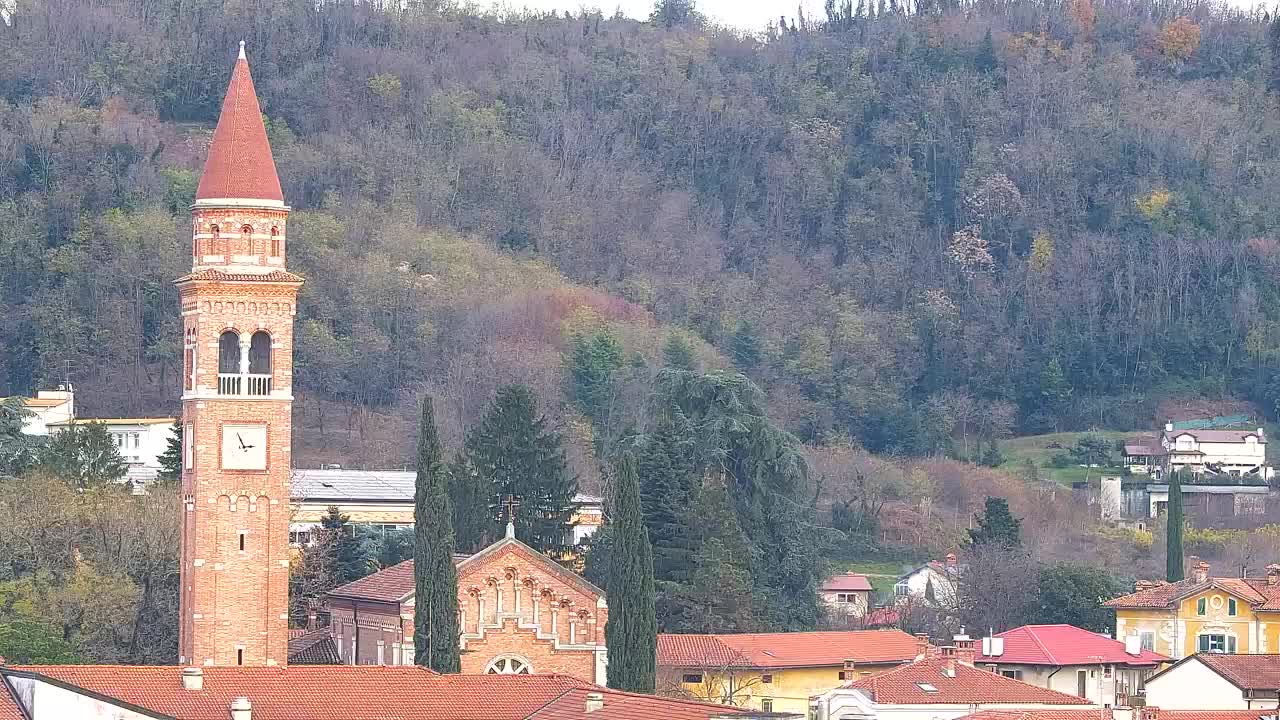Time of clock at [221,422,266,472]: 2:55
